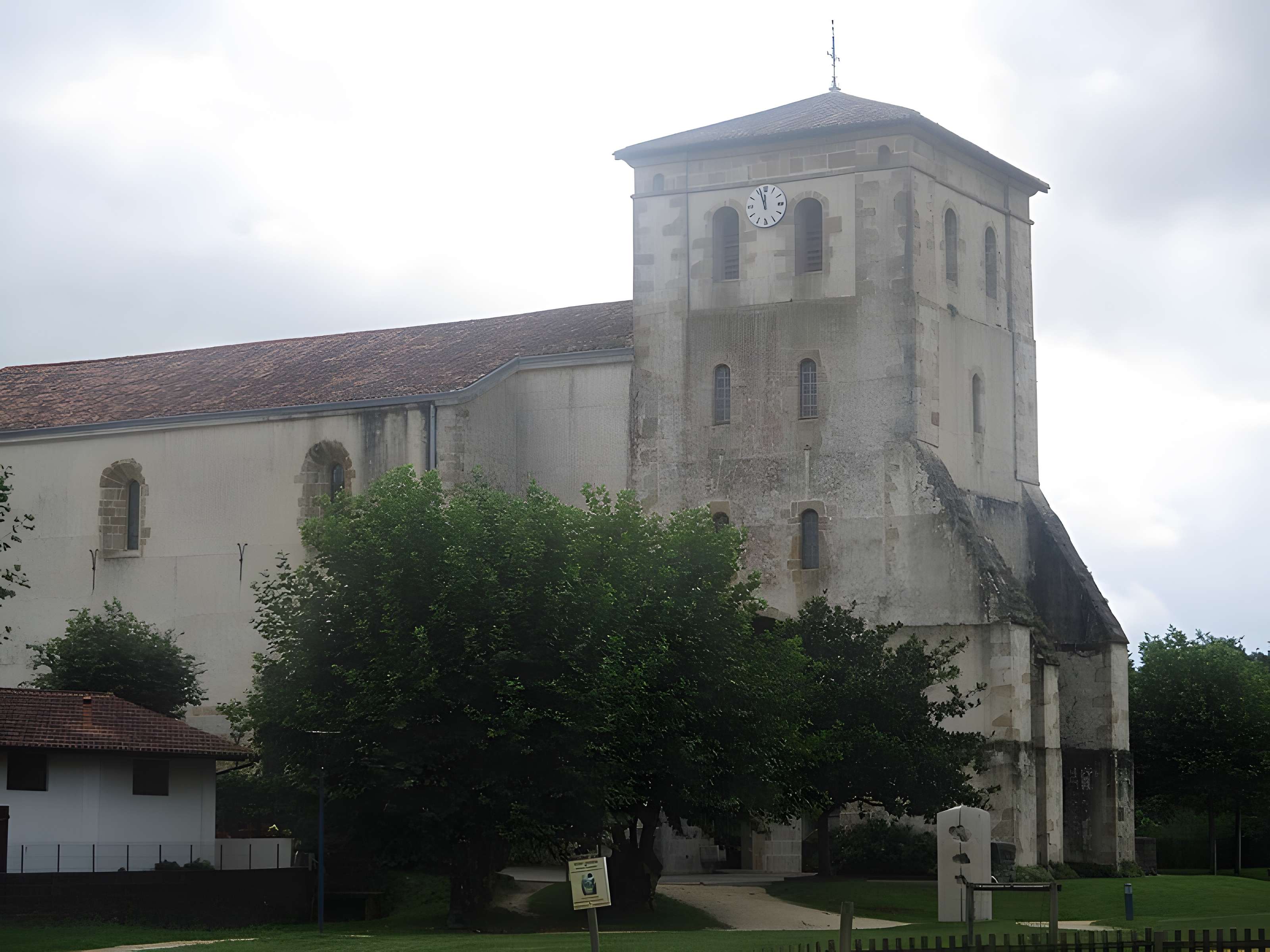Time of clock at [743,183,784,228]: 11:56
